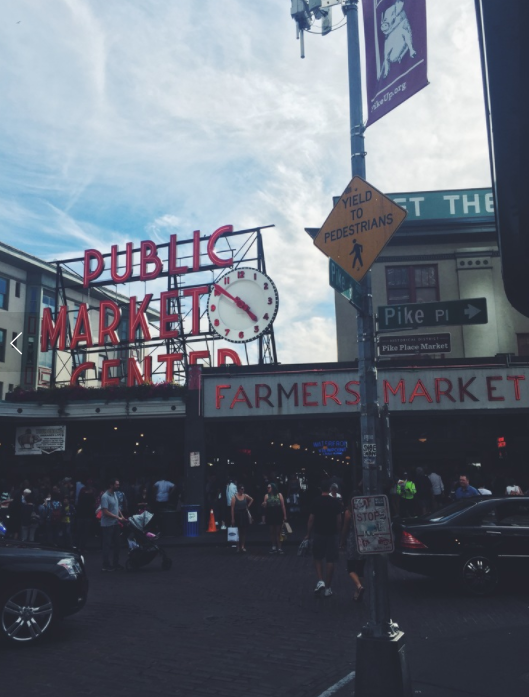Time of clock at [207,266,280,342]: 4:51
